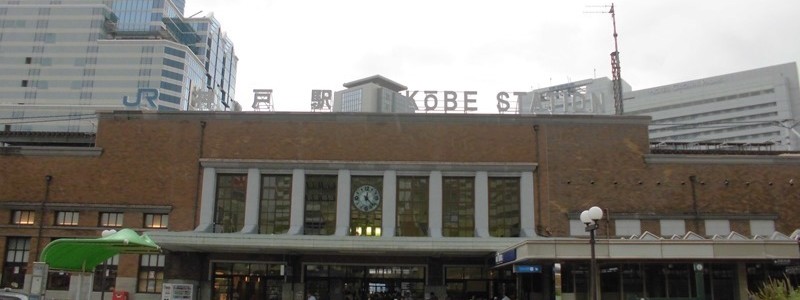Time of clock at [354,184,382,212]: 12:22
